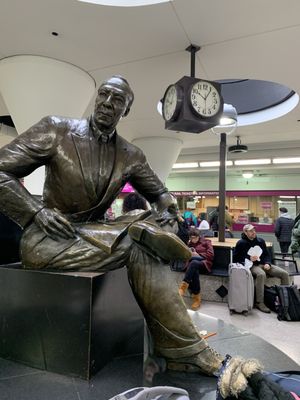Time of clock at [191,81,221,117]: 10:05
